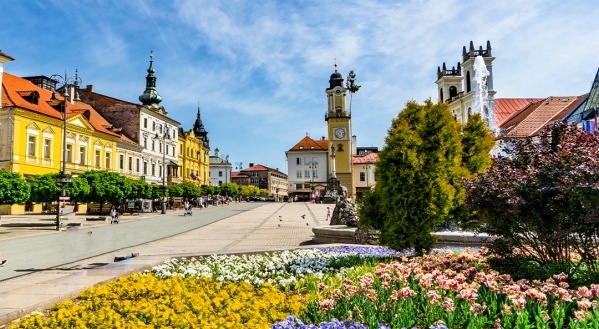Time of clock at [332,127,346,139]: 10:37
